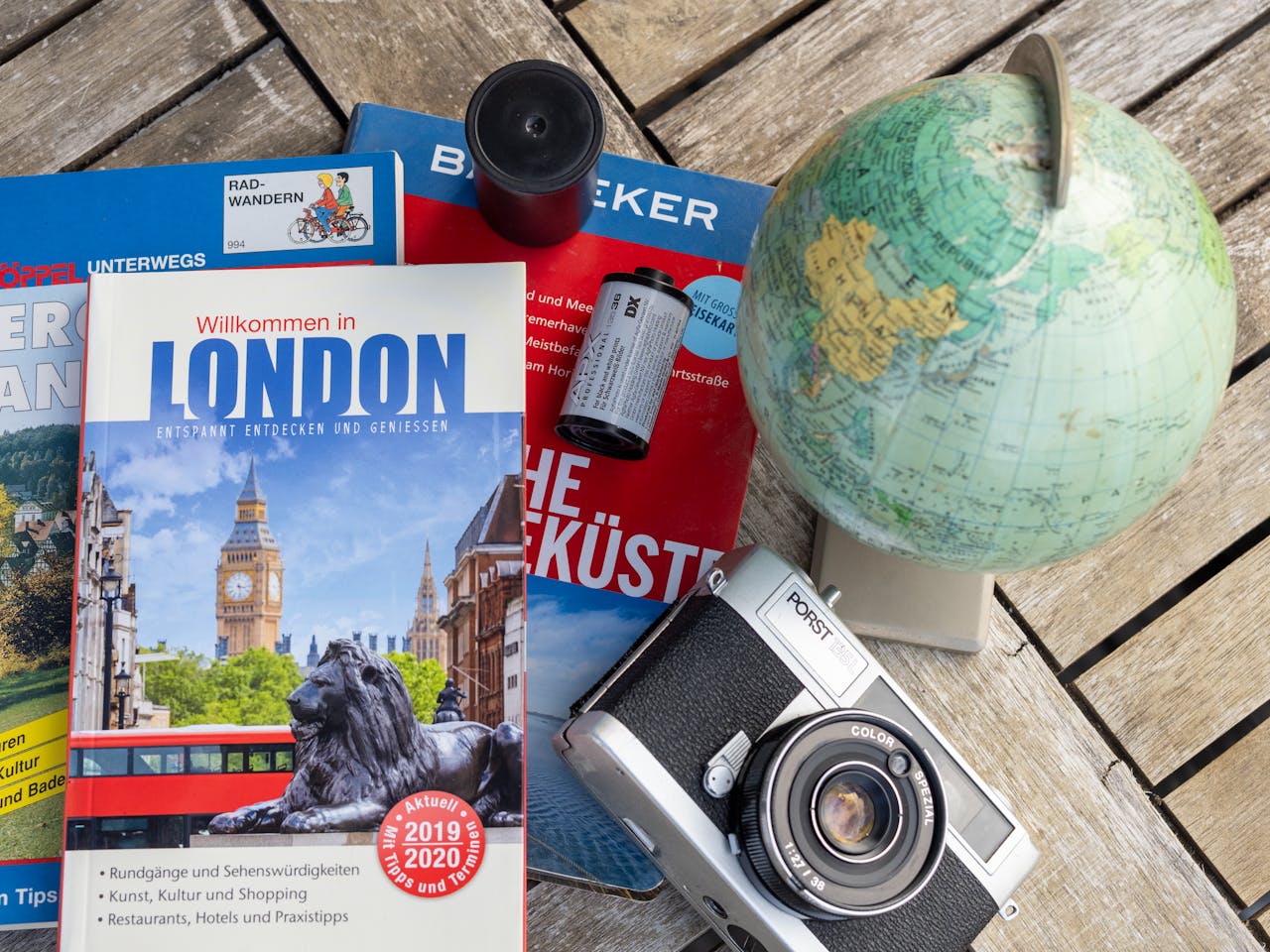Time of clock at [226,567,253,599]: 3:28
